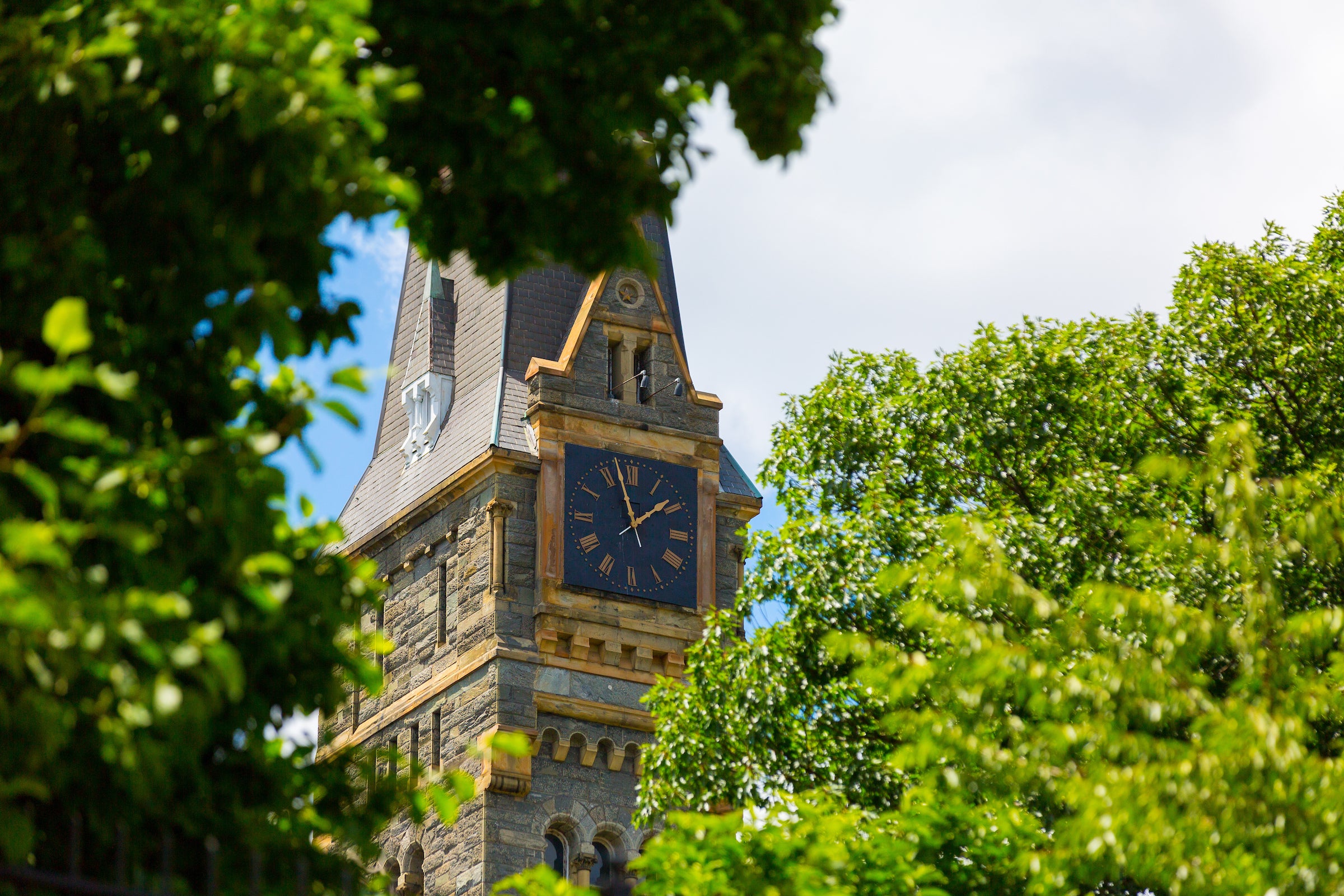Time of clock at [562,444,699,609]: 1:57
